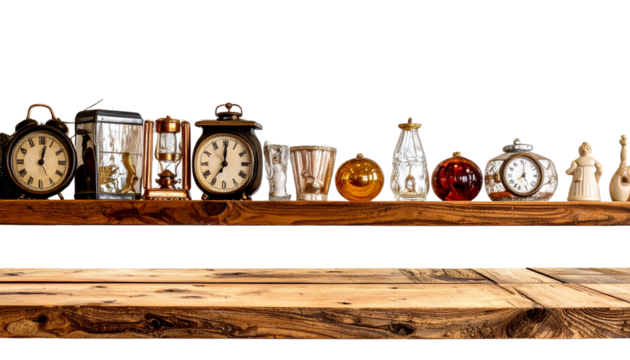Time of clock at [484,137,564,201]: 8:01
